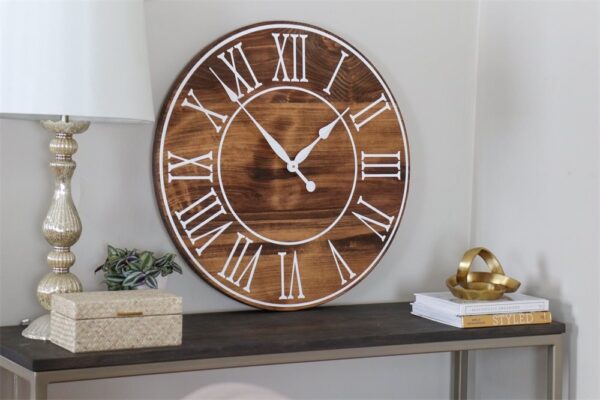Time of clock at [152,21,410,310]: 1:53
